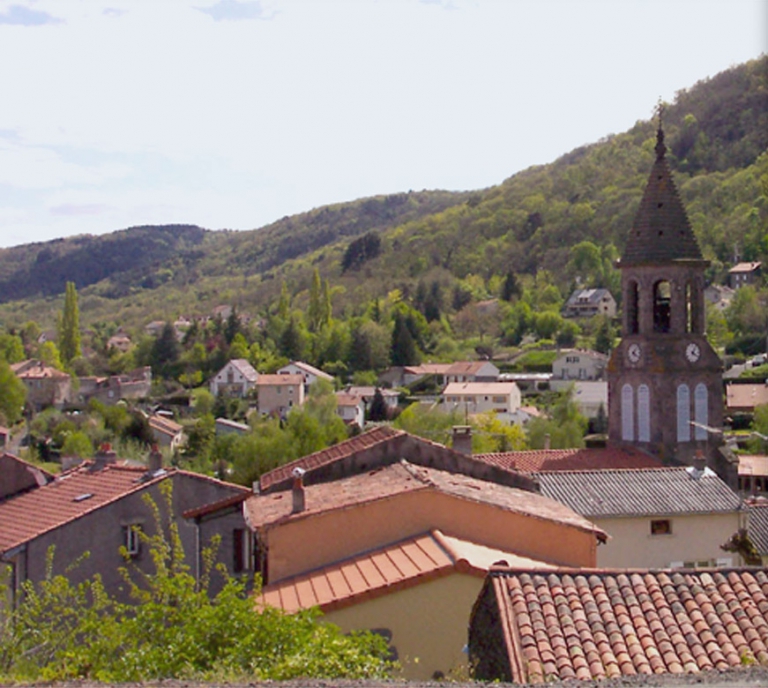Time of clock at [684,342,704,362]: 4:04
